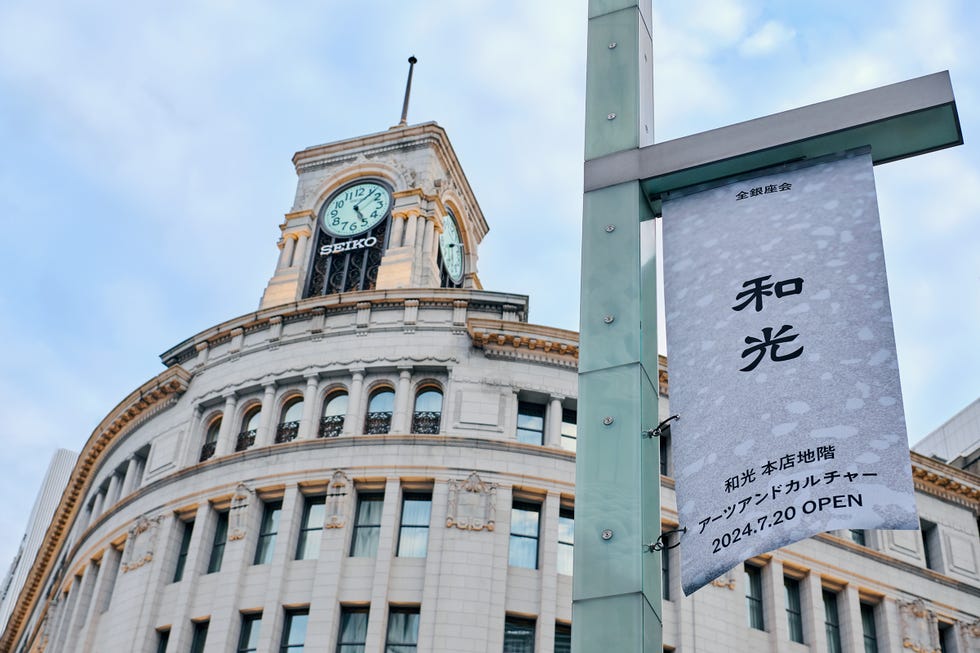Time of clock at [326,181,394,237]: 5:06
